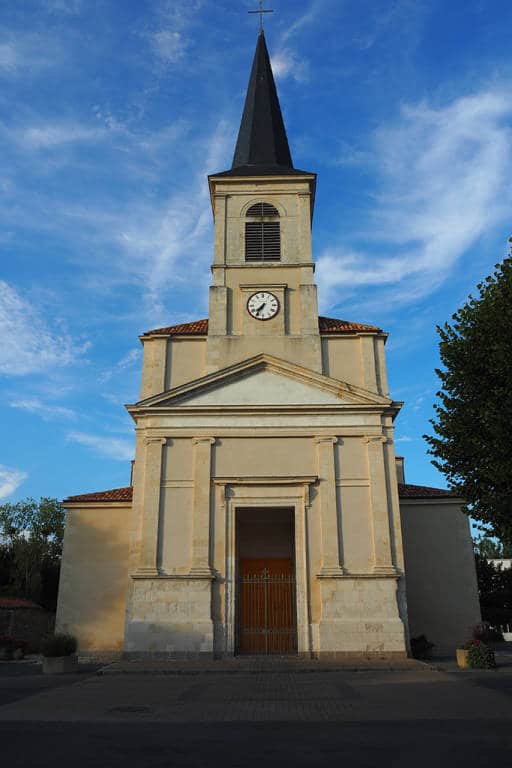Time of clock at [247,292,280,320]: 7:35
